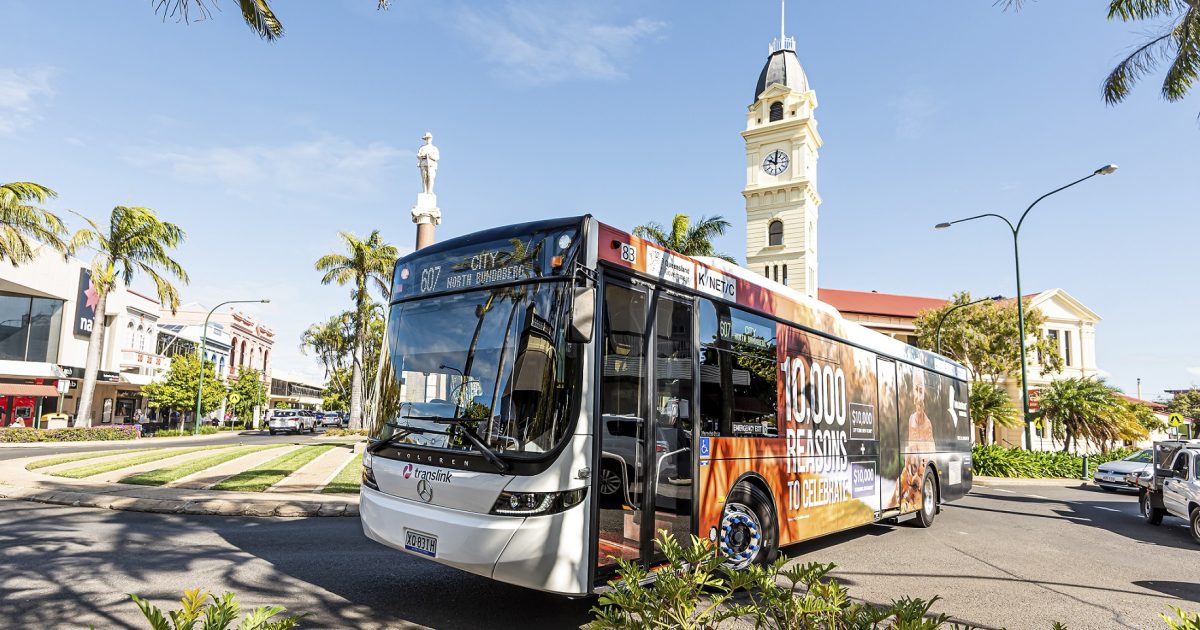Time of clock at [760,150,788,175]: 10:00
